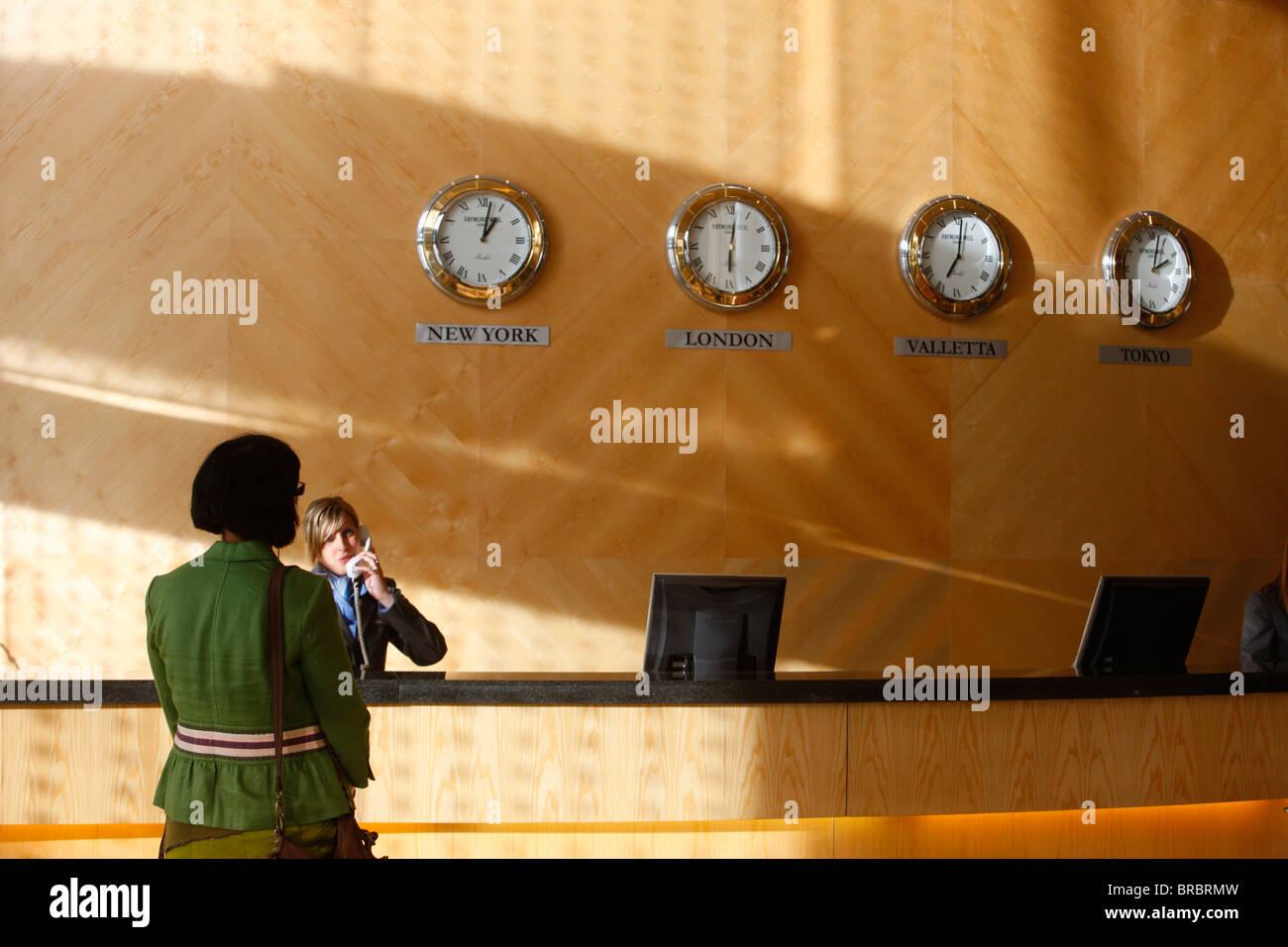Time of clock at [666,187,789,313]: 6:01
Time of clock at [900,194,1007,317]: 7:01
